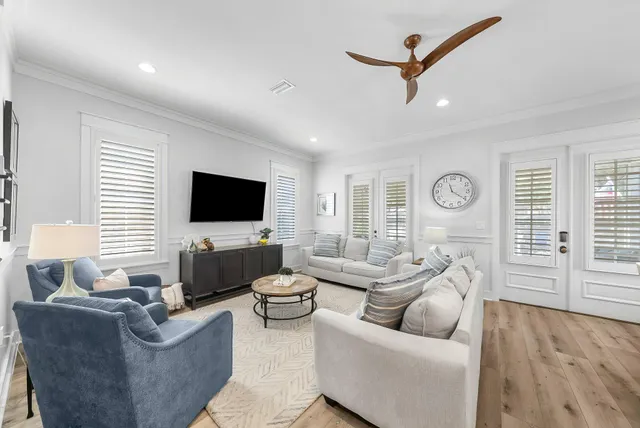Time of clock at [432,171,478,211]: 11:20
